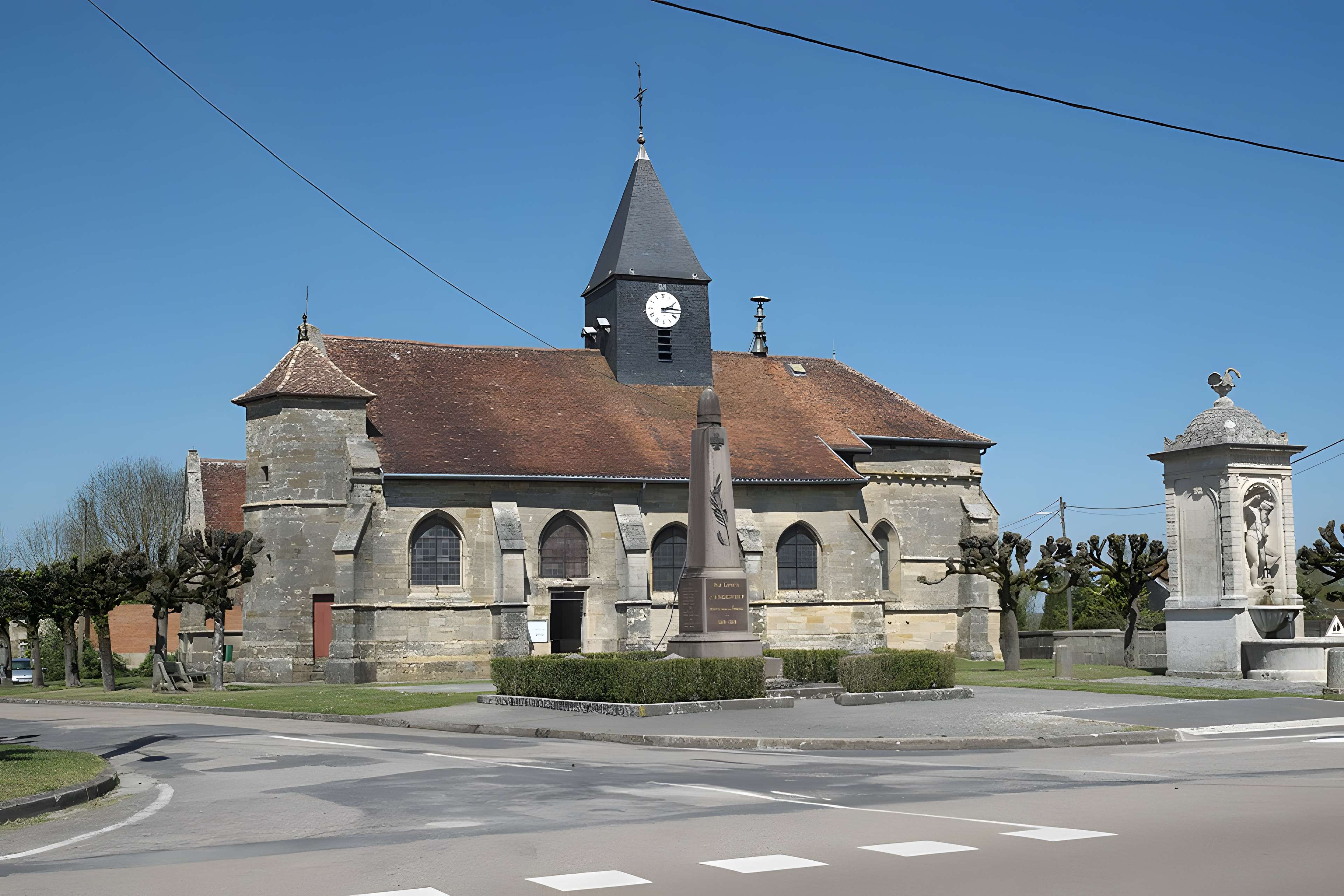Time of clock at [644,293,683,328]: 2:15
